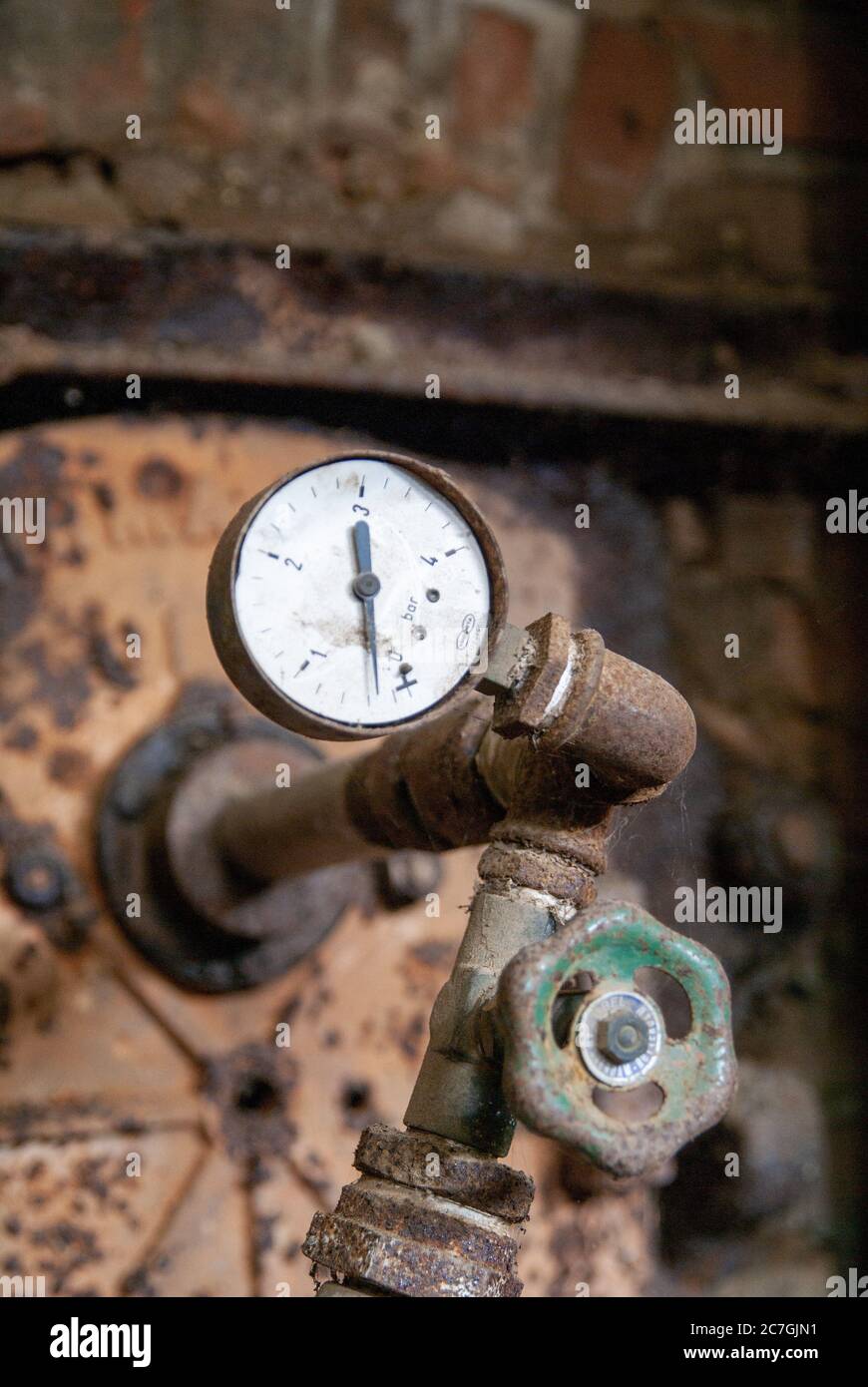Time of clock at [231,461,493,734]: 11:28
